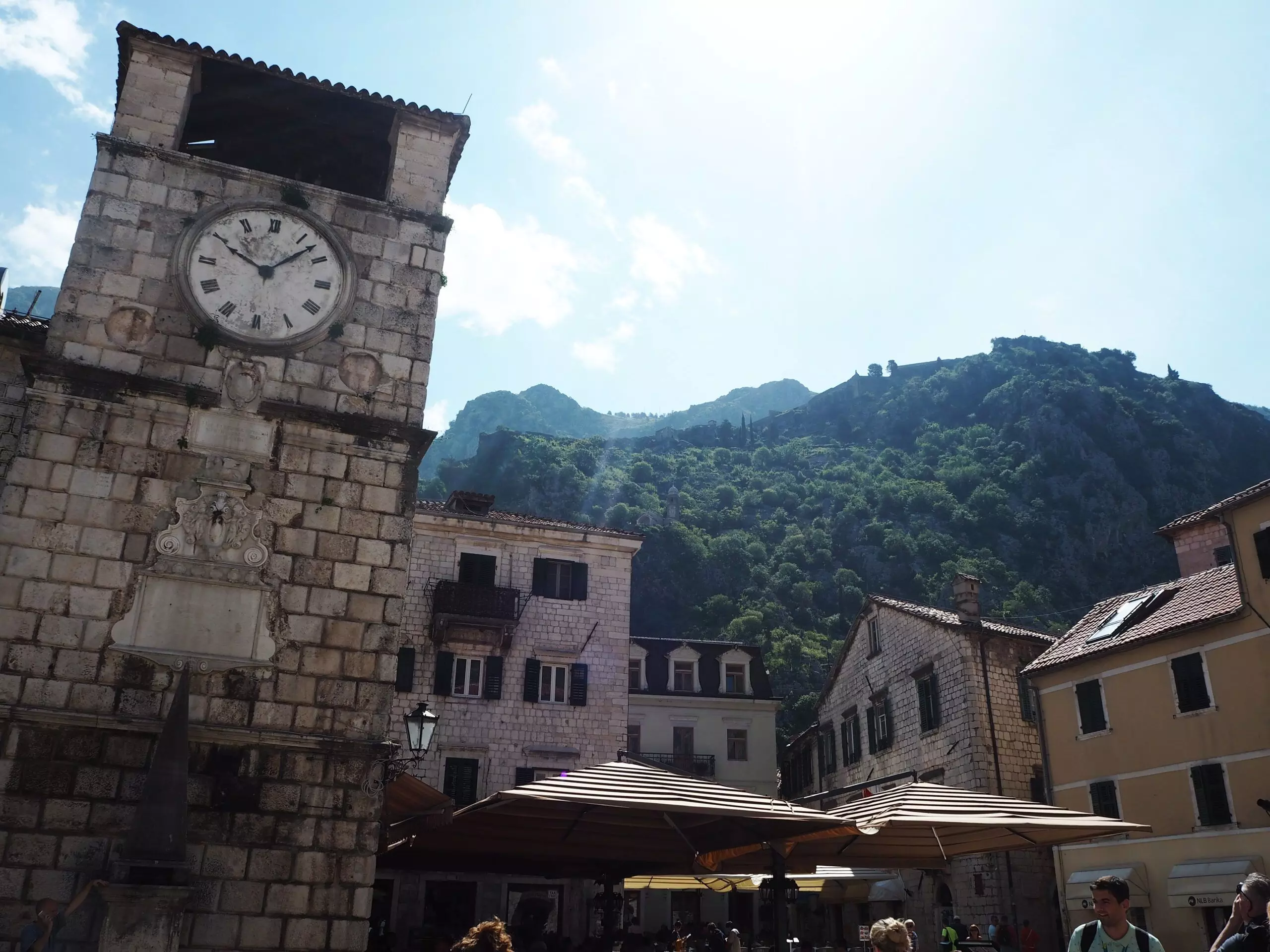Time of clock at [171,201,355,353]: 10:07
